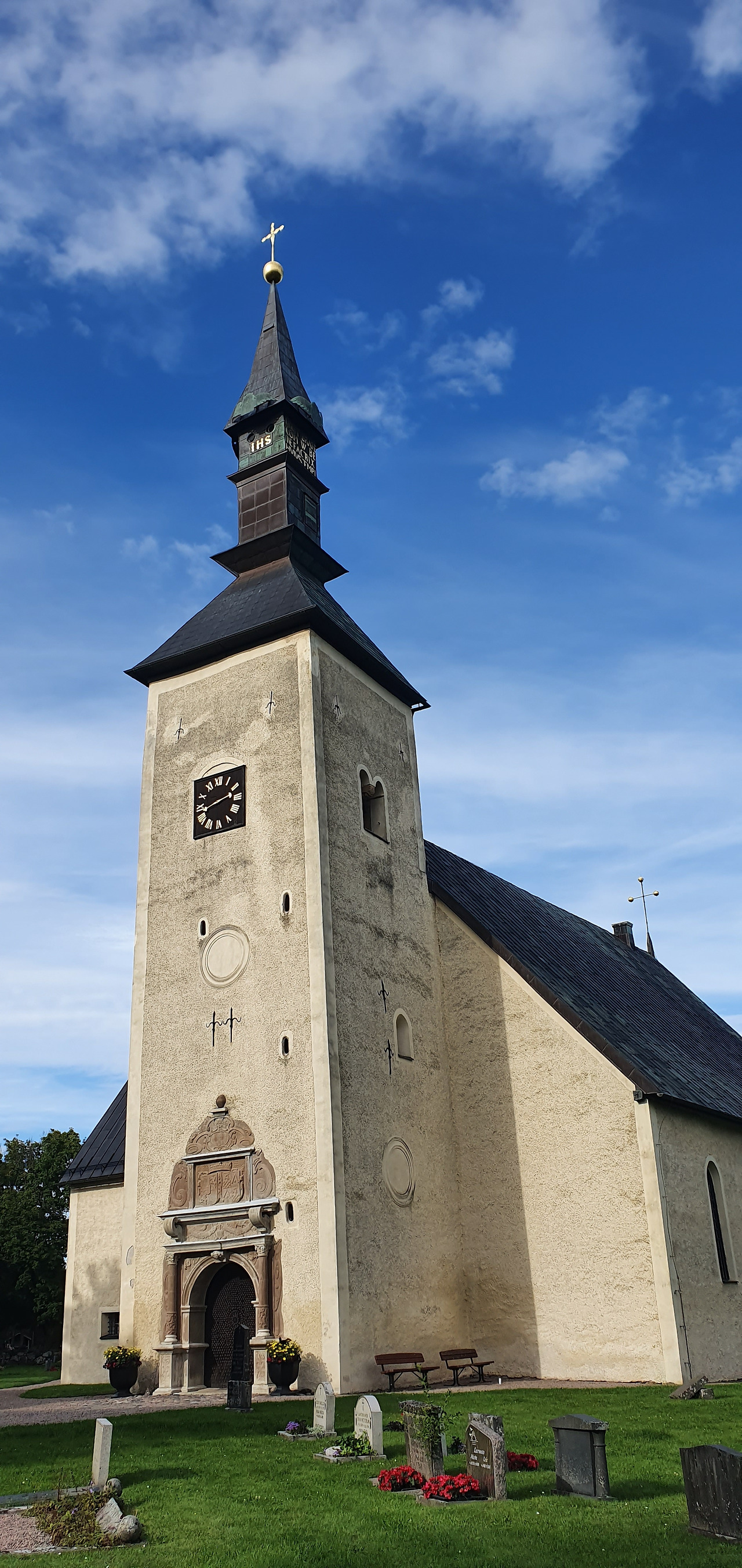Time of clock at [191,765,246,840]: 2:42
